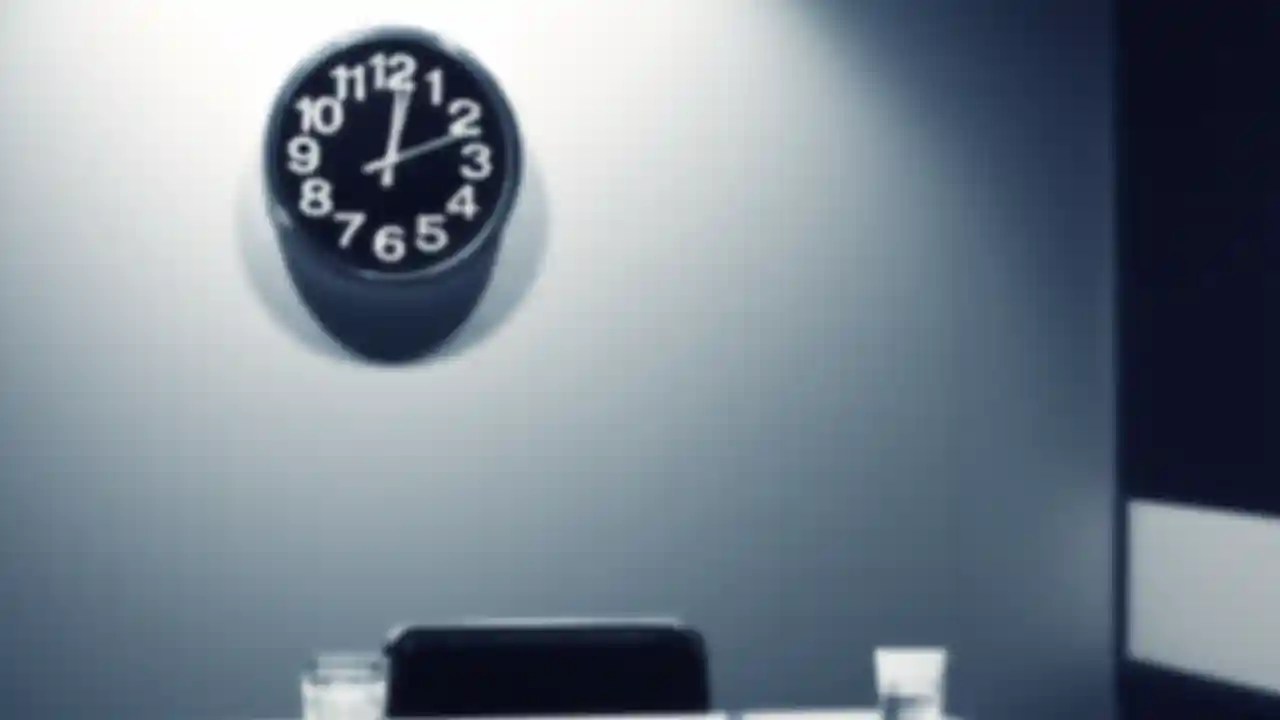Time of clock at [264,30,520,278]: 12:11
